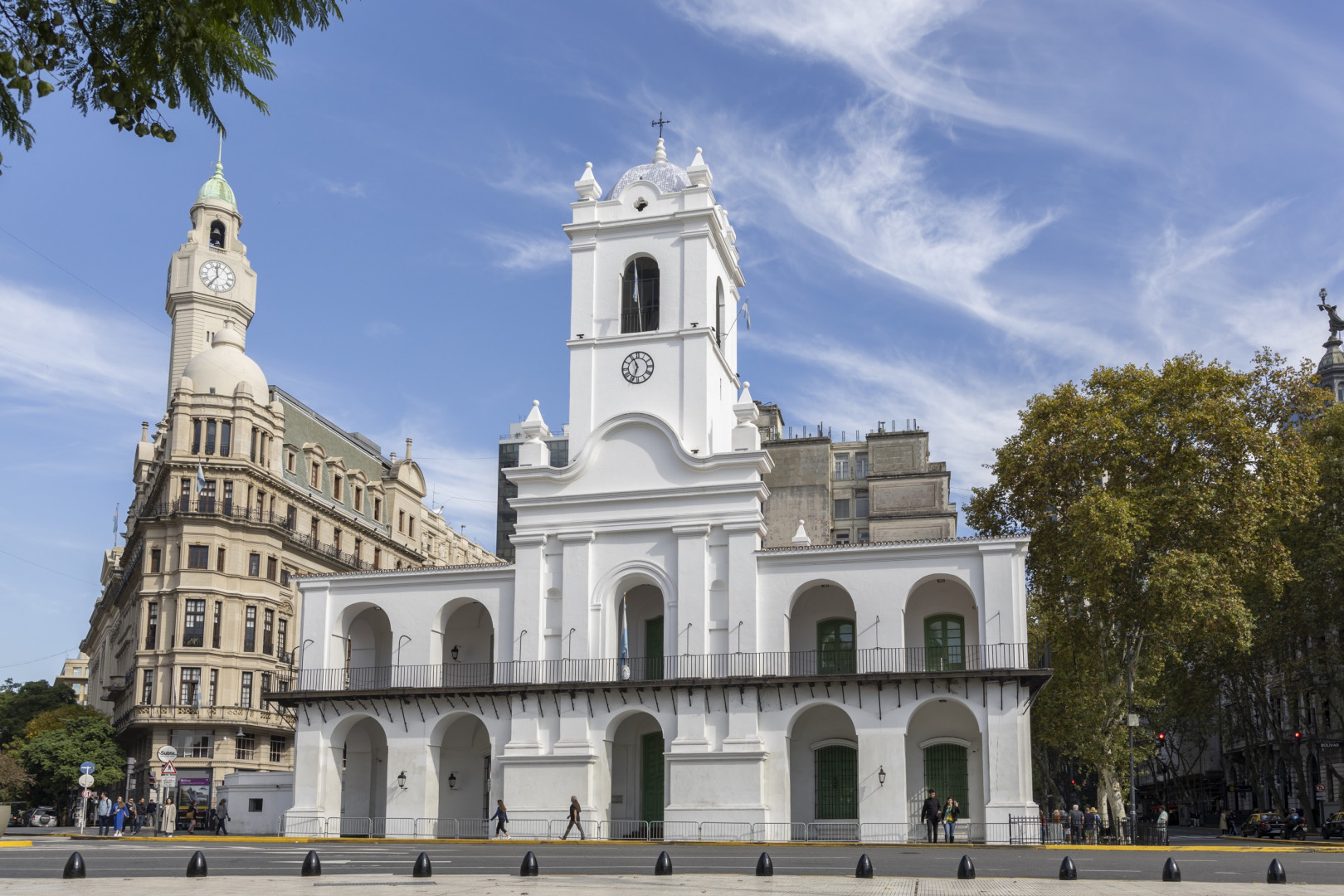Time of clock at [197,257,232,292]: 11:35
